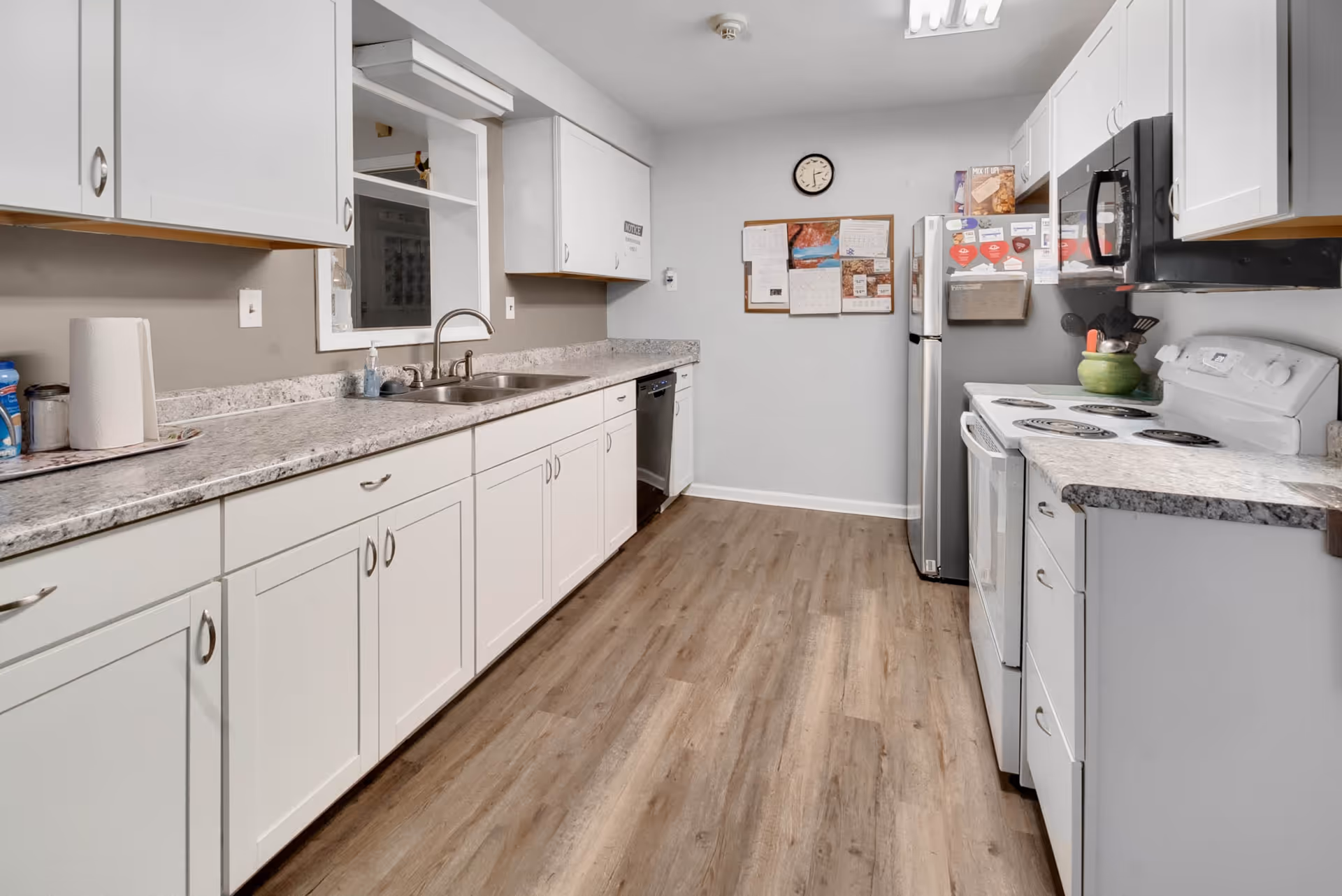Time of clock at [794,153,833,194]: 2:28
